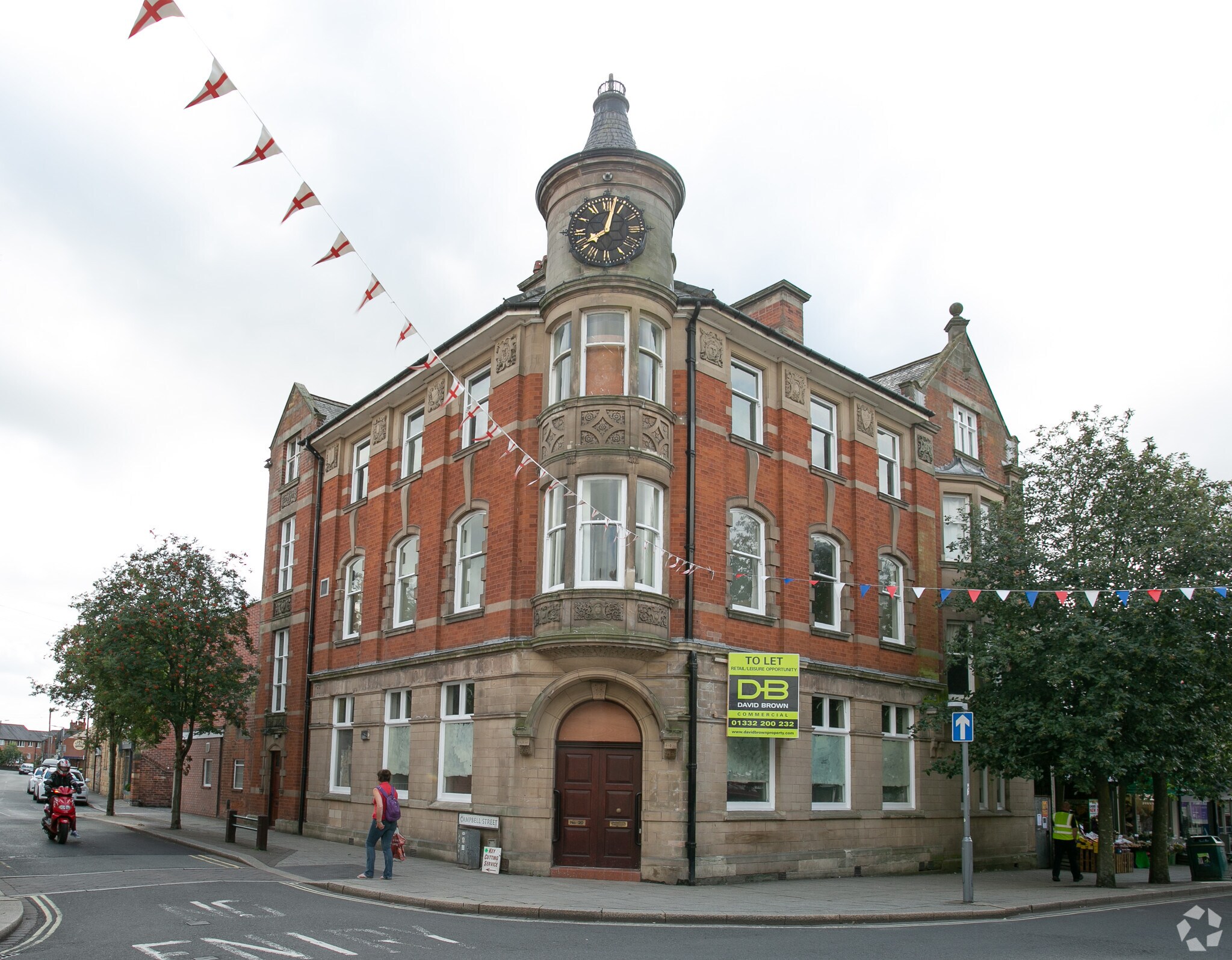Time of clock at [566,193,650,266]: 8:02
